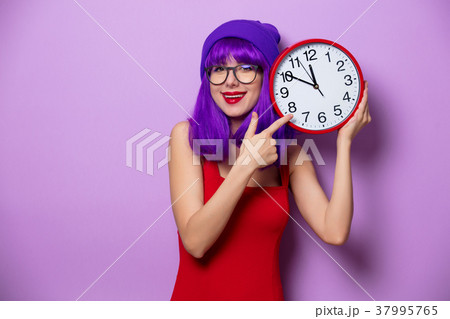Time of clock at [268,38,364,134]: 11:50
